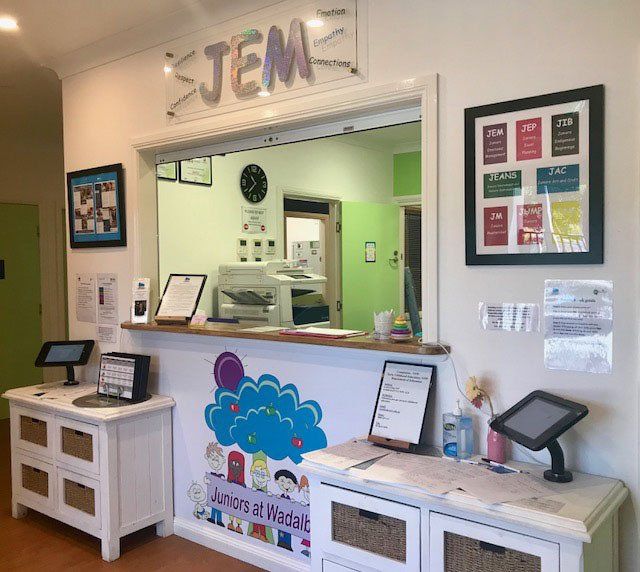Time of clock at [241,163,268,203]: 10:37
